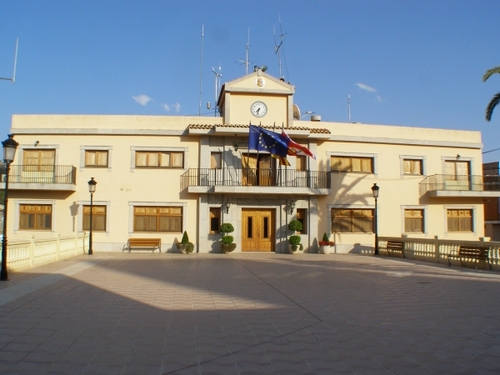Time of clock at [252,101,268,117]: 7:32
